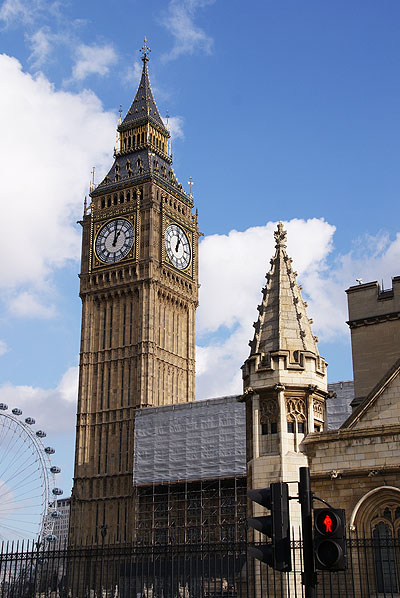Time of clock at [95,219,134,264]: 1:01
